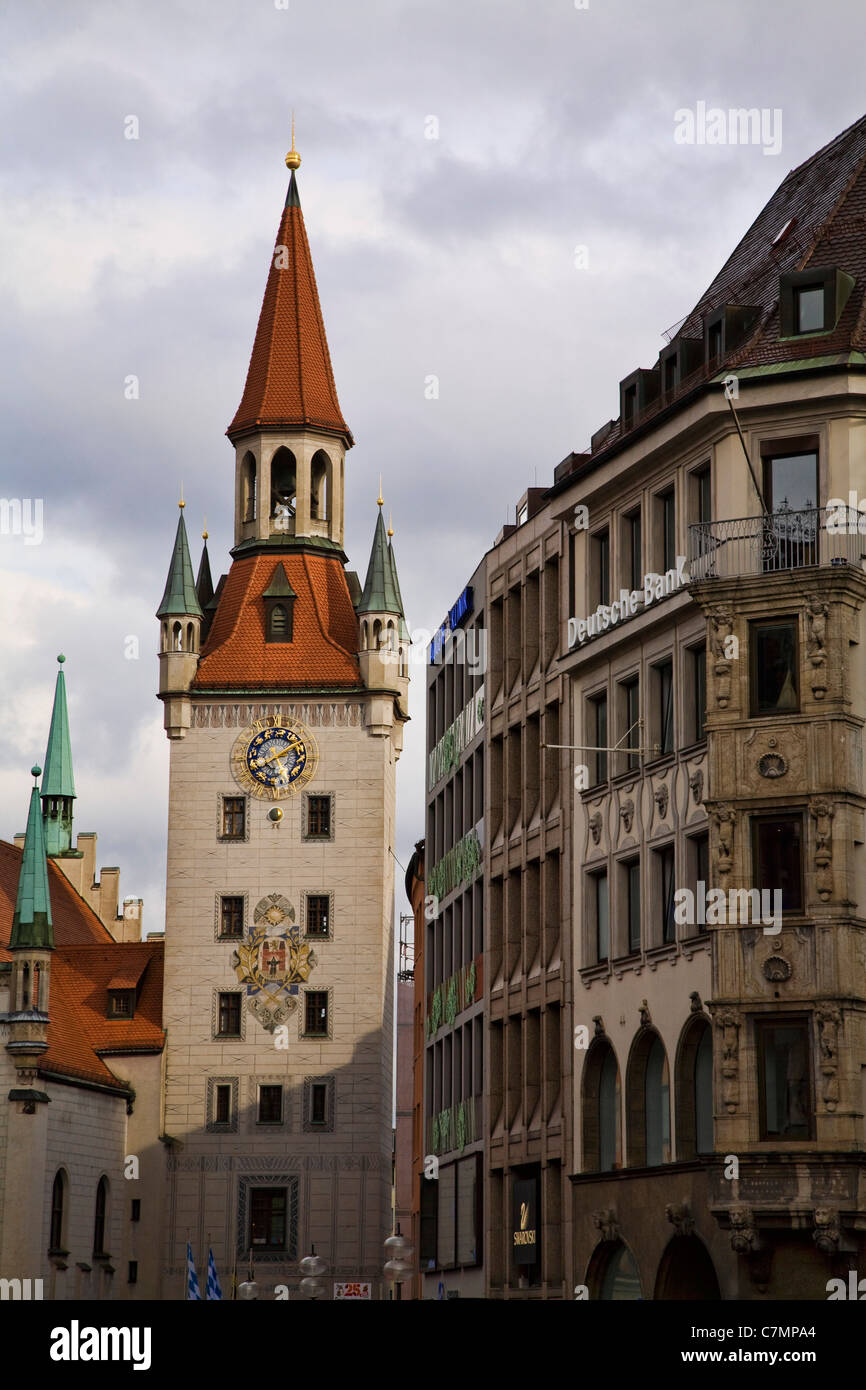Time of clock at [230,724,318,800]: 1:39
